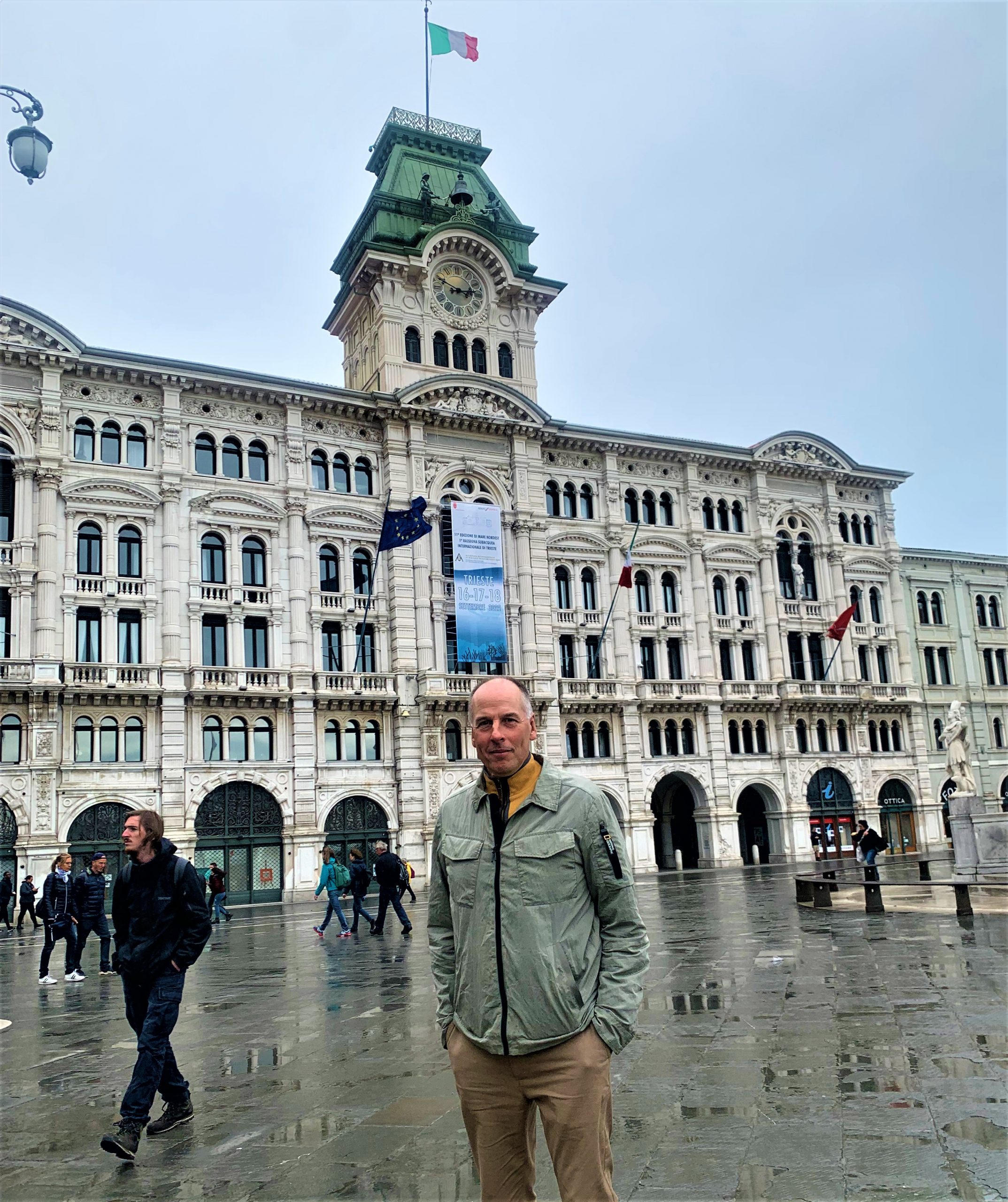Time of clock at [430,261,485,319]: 2:49
